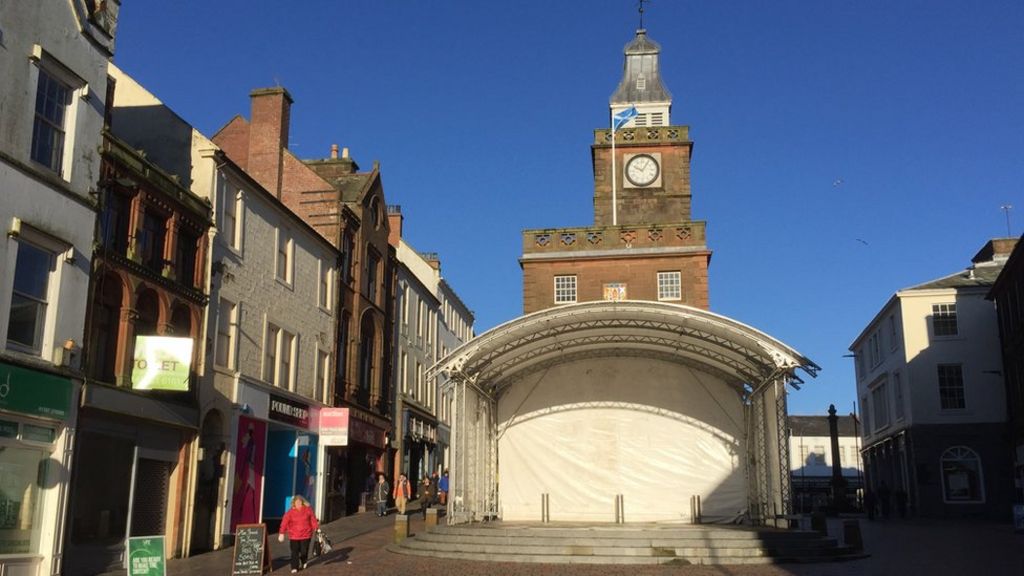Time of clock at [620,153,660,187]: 10:05
